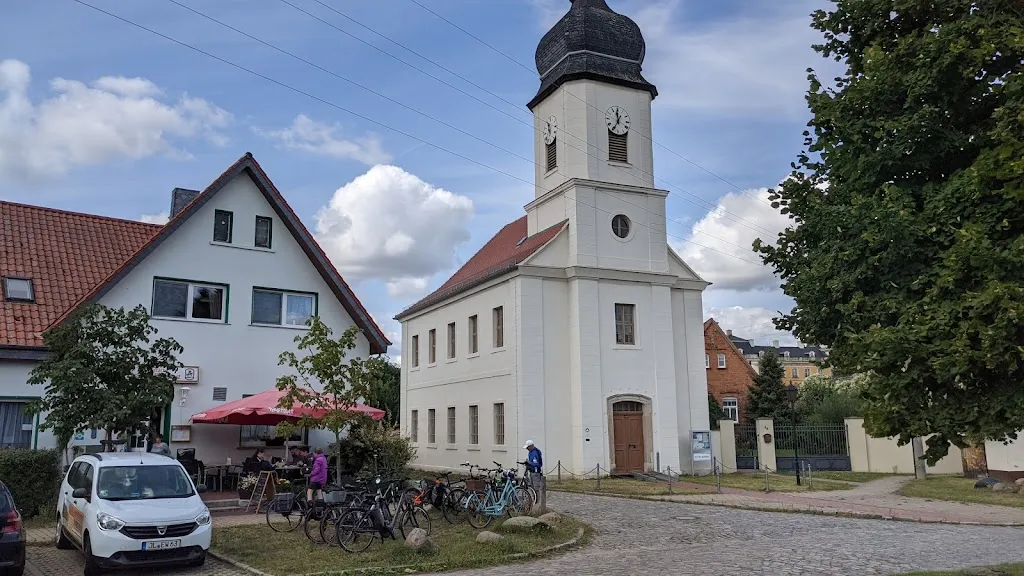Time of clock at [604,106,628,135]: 11:34
